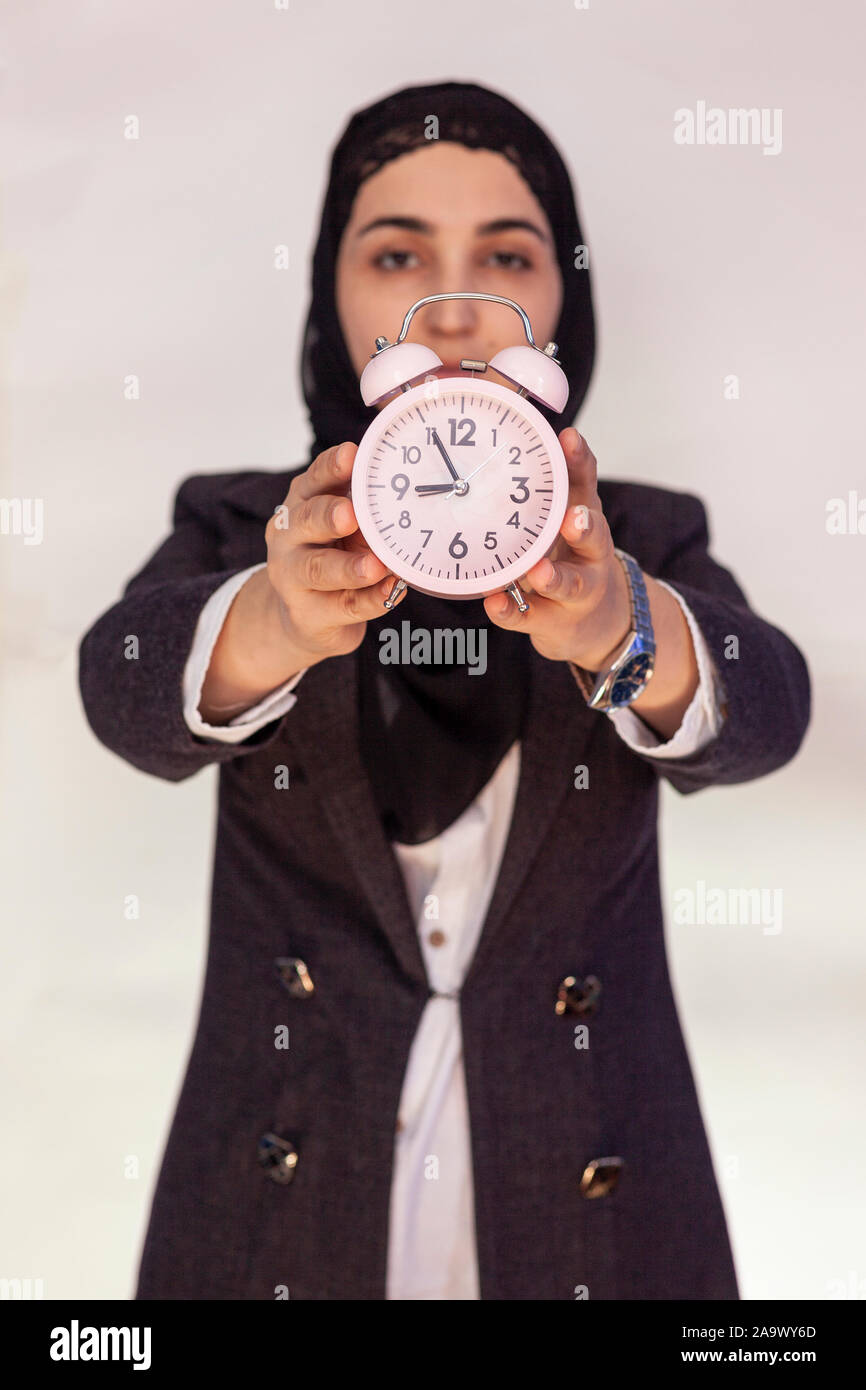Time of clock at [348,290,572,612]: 8:55
